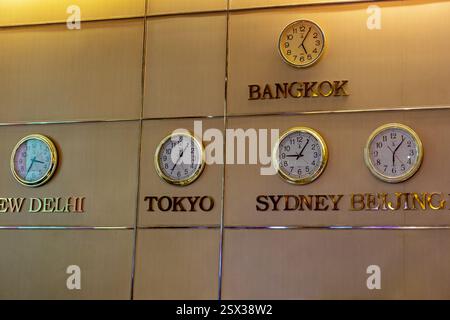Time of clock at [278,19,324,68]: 5:04
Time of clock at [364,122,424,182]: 6:06
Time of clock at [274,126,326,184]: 9:05
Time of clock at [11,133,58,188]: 3:35
